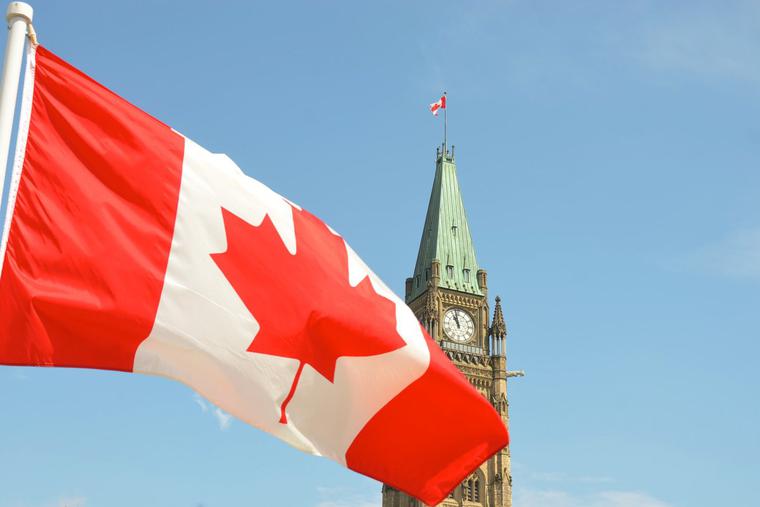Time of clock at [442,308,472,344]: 10:58
